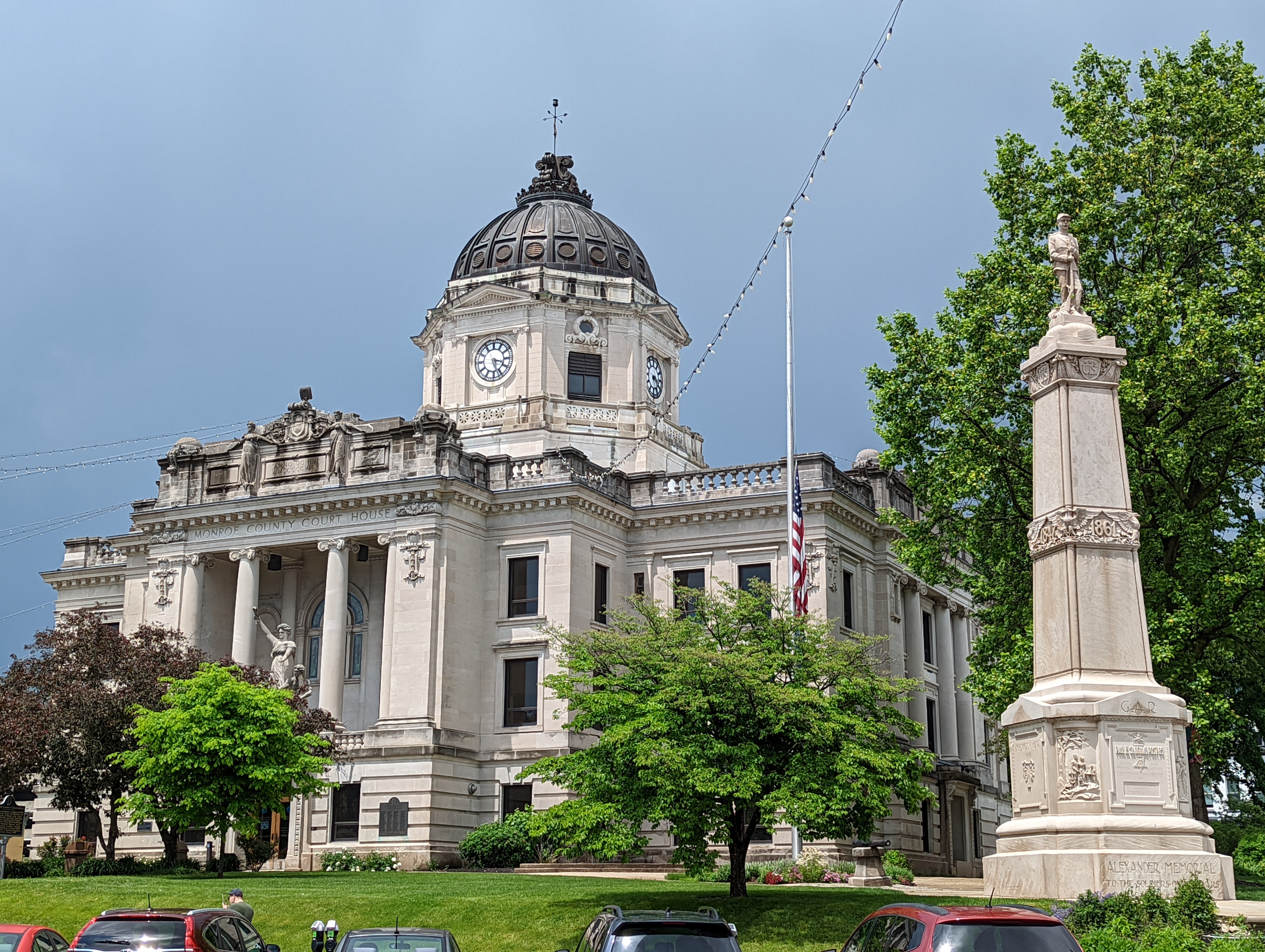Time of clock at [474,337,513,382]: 3:26
